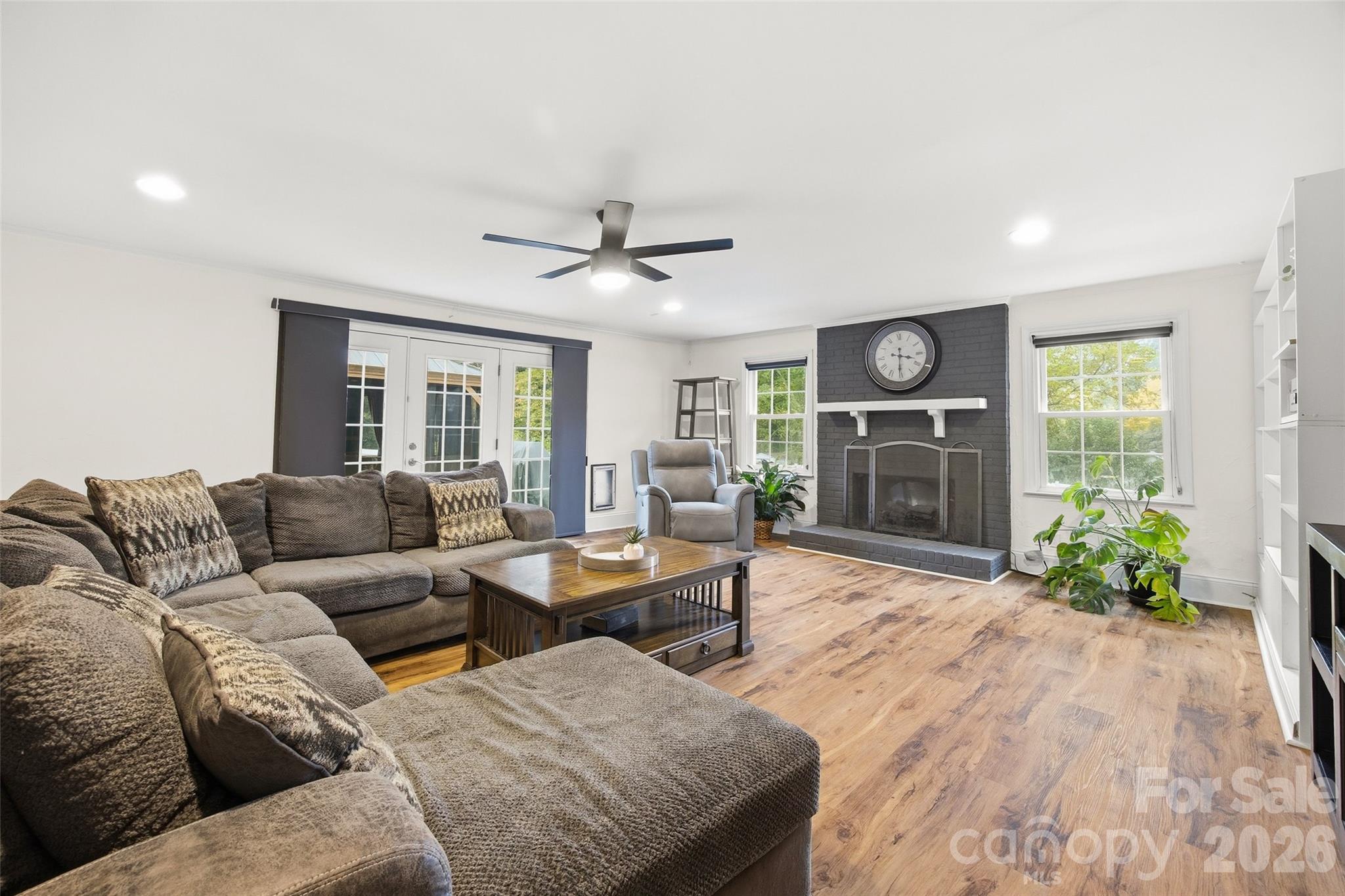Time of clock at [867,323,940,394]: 3:30
